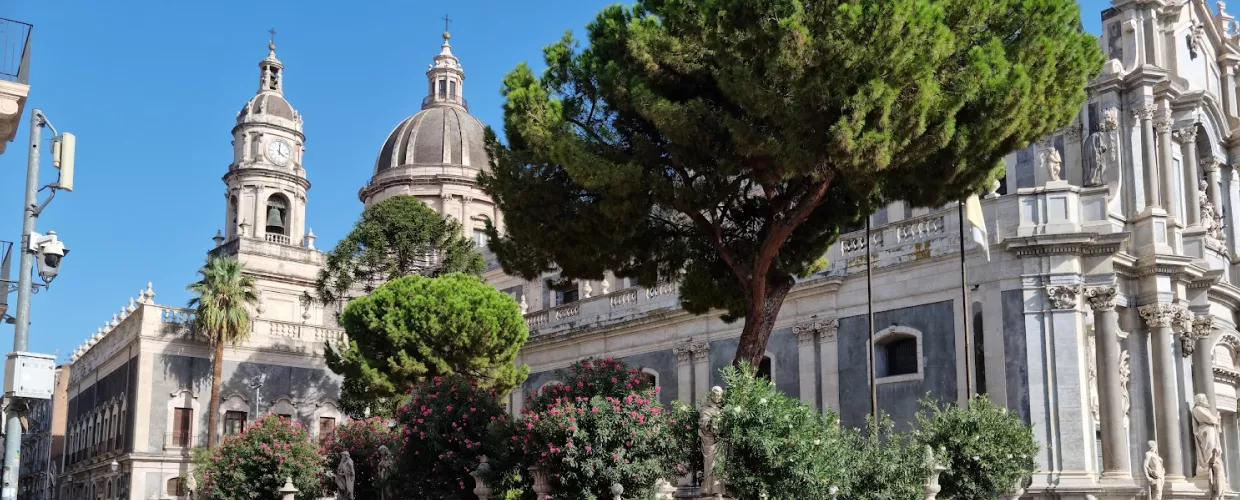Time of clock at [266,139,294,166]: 4:01
